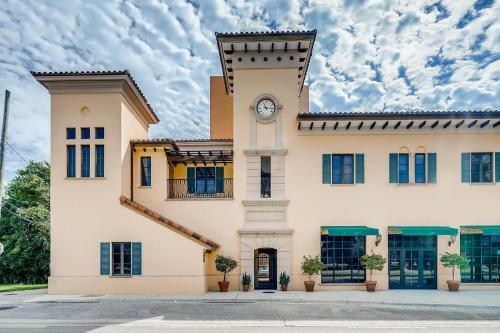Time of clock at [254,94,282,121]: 11:15
